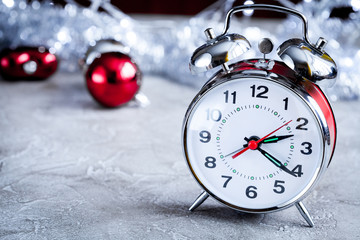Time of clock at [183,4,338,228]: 2:21
